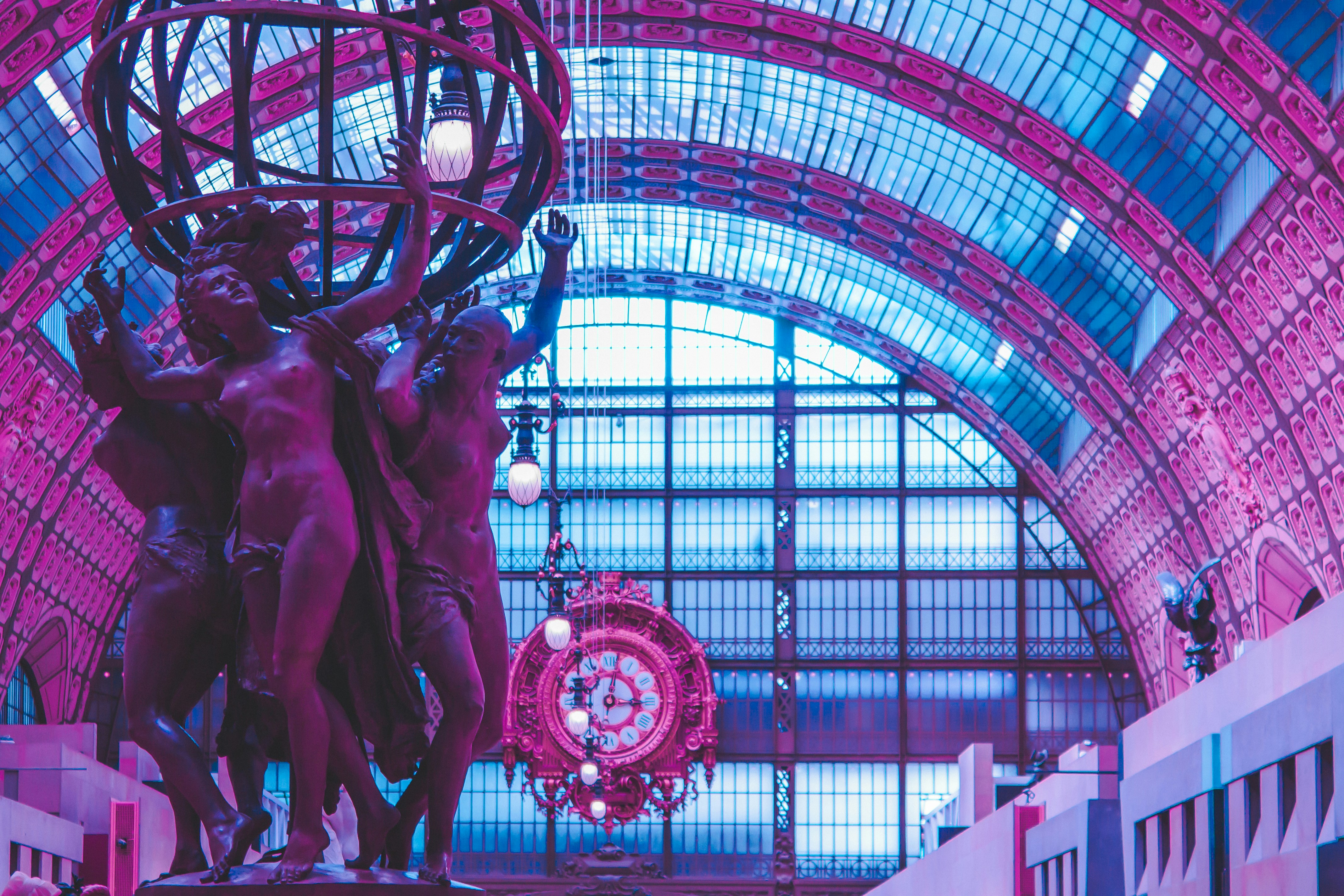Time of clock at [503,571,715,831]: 3:32
